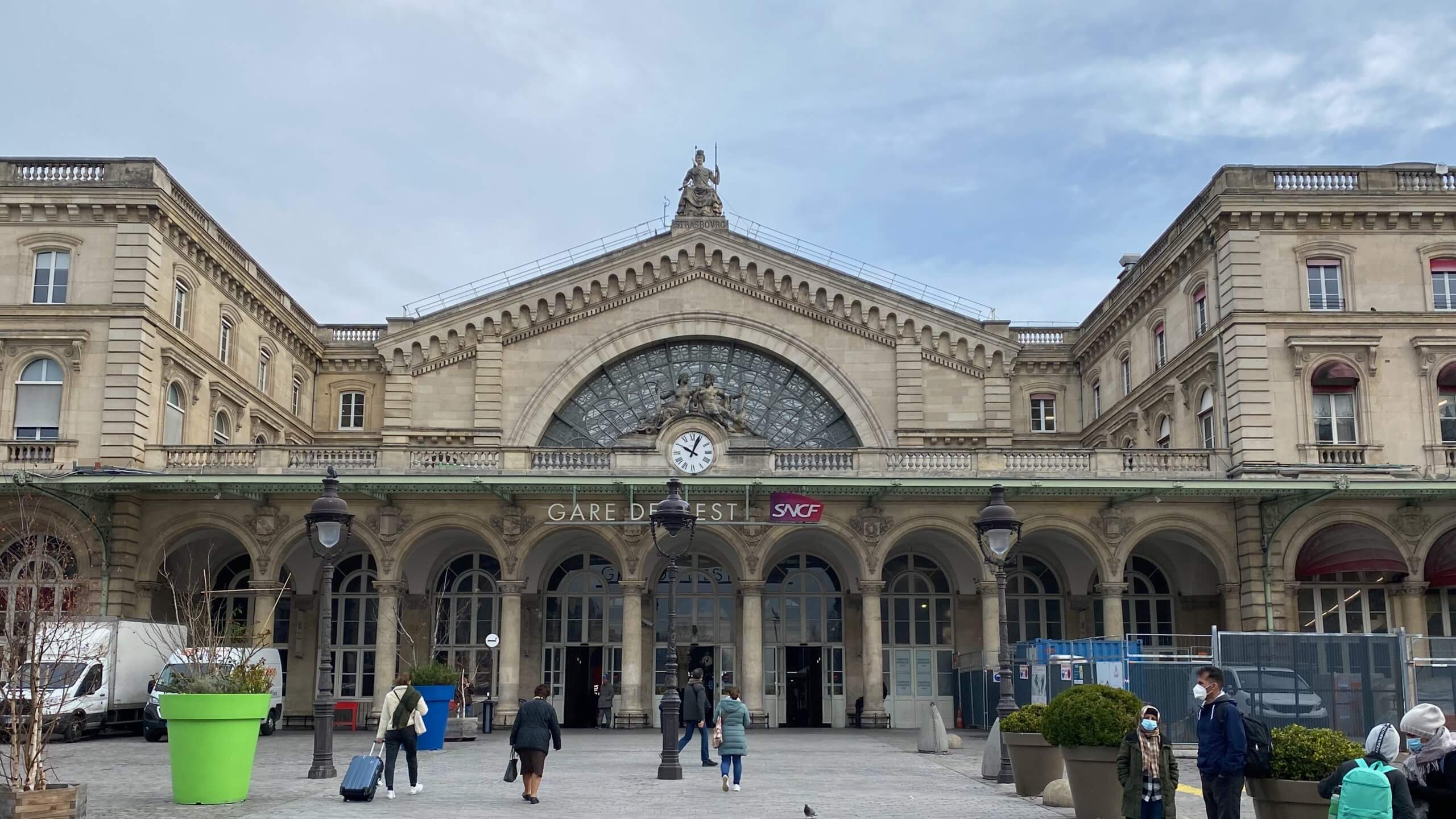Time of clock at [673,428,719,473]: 10:03
